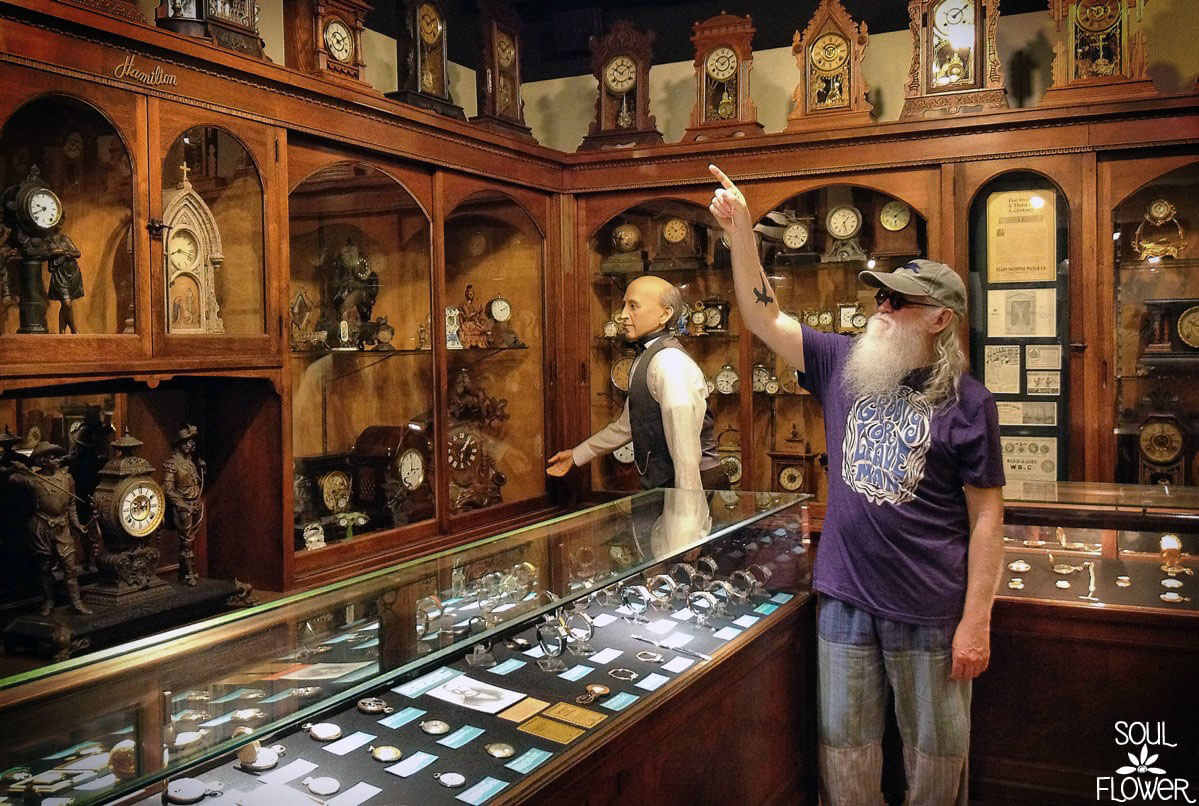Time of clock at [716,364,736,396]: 4:45
